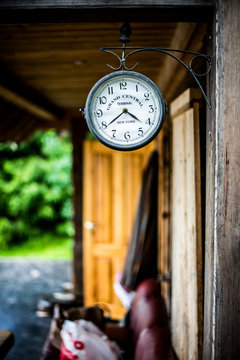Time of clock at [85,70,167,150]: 4:21
